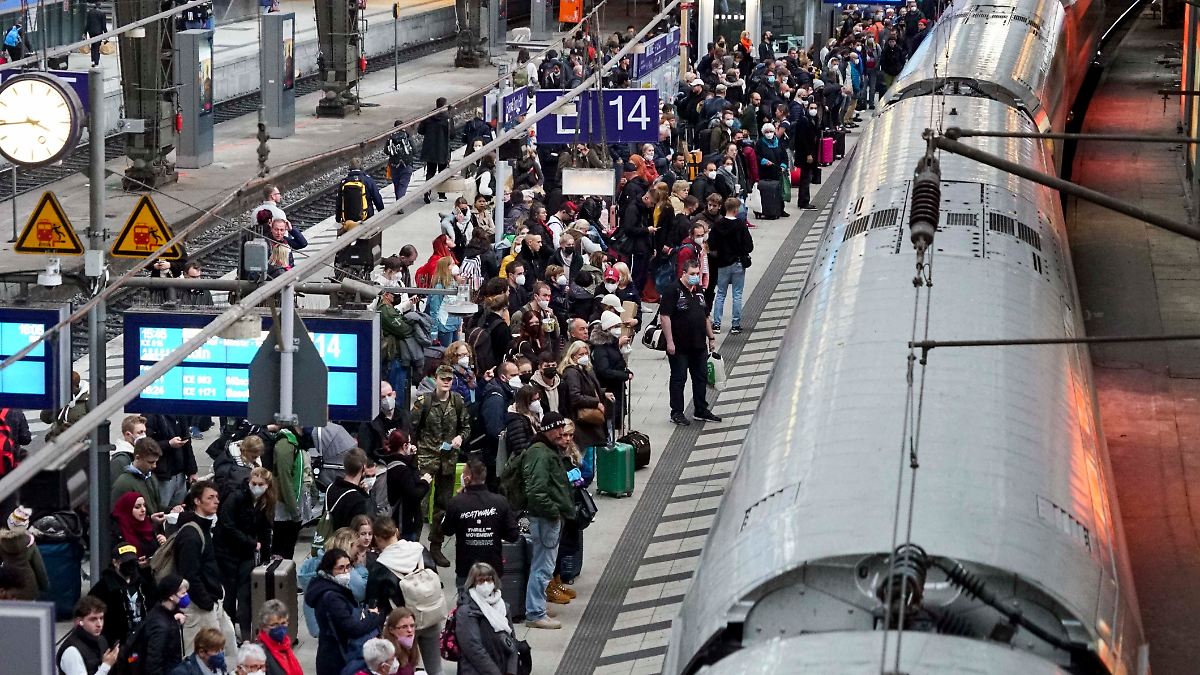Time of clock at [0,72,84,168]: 3:44
